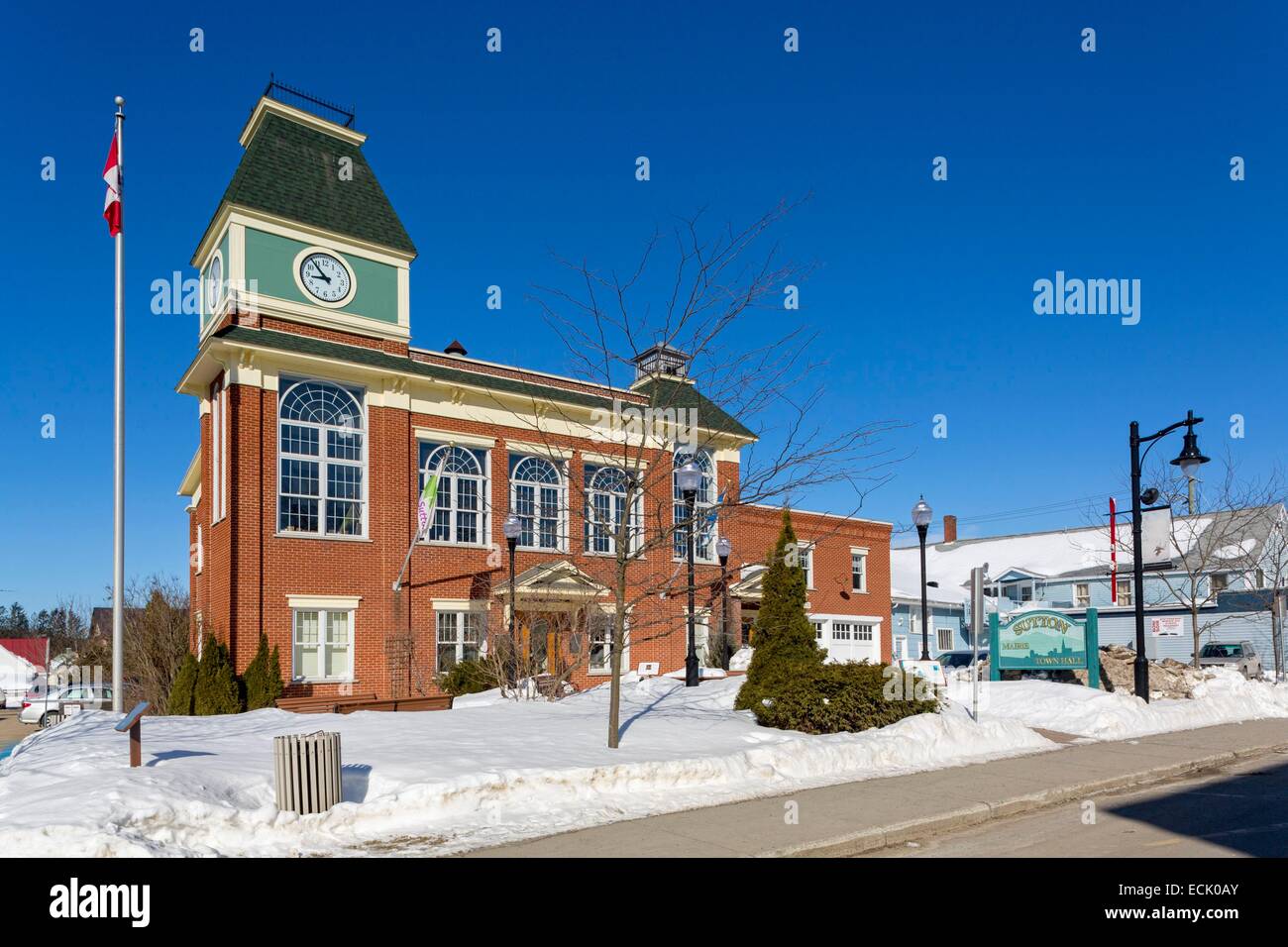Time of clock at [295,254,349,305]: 8:53
